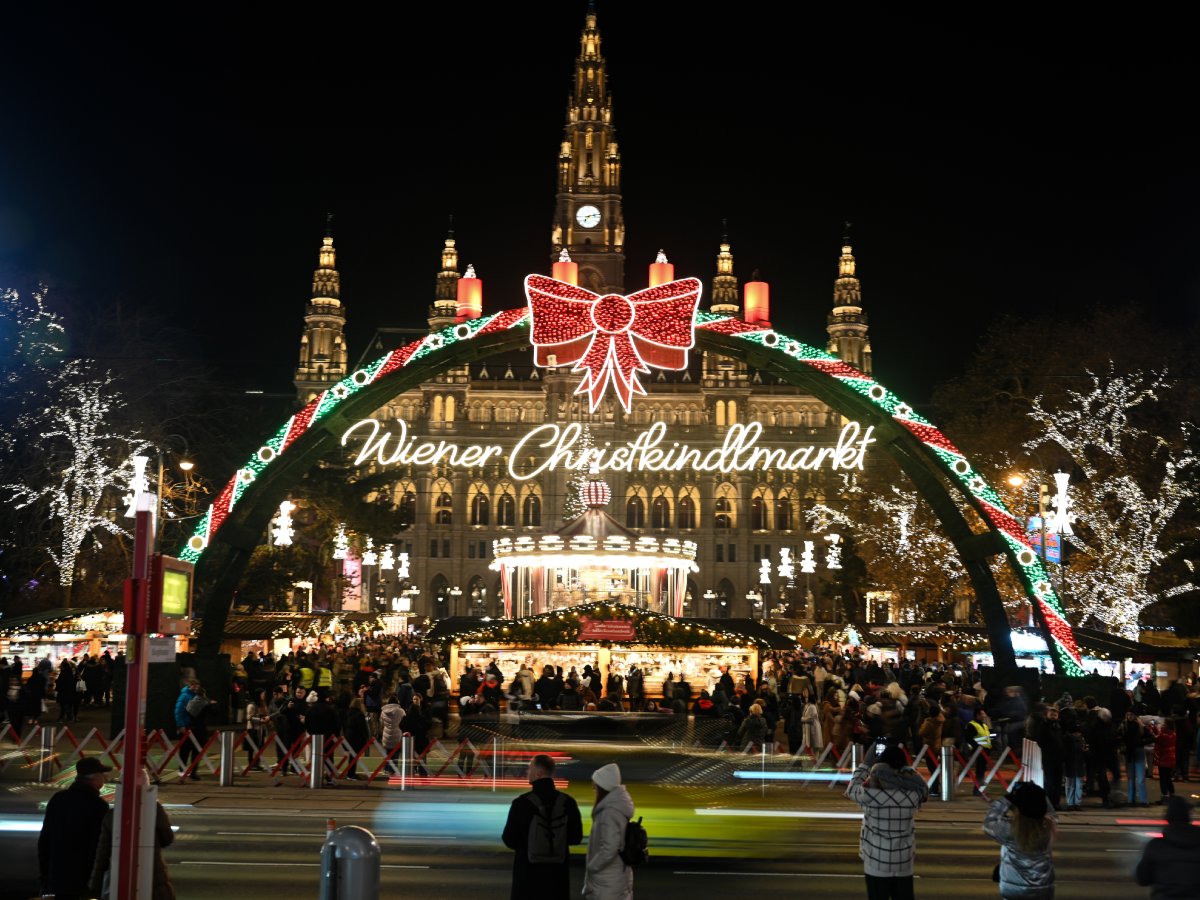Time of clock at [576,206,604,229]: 7:12
